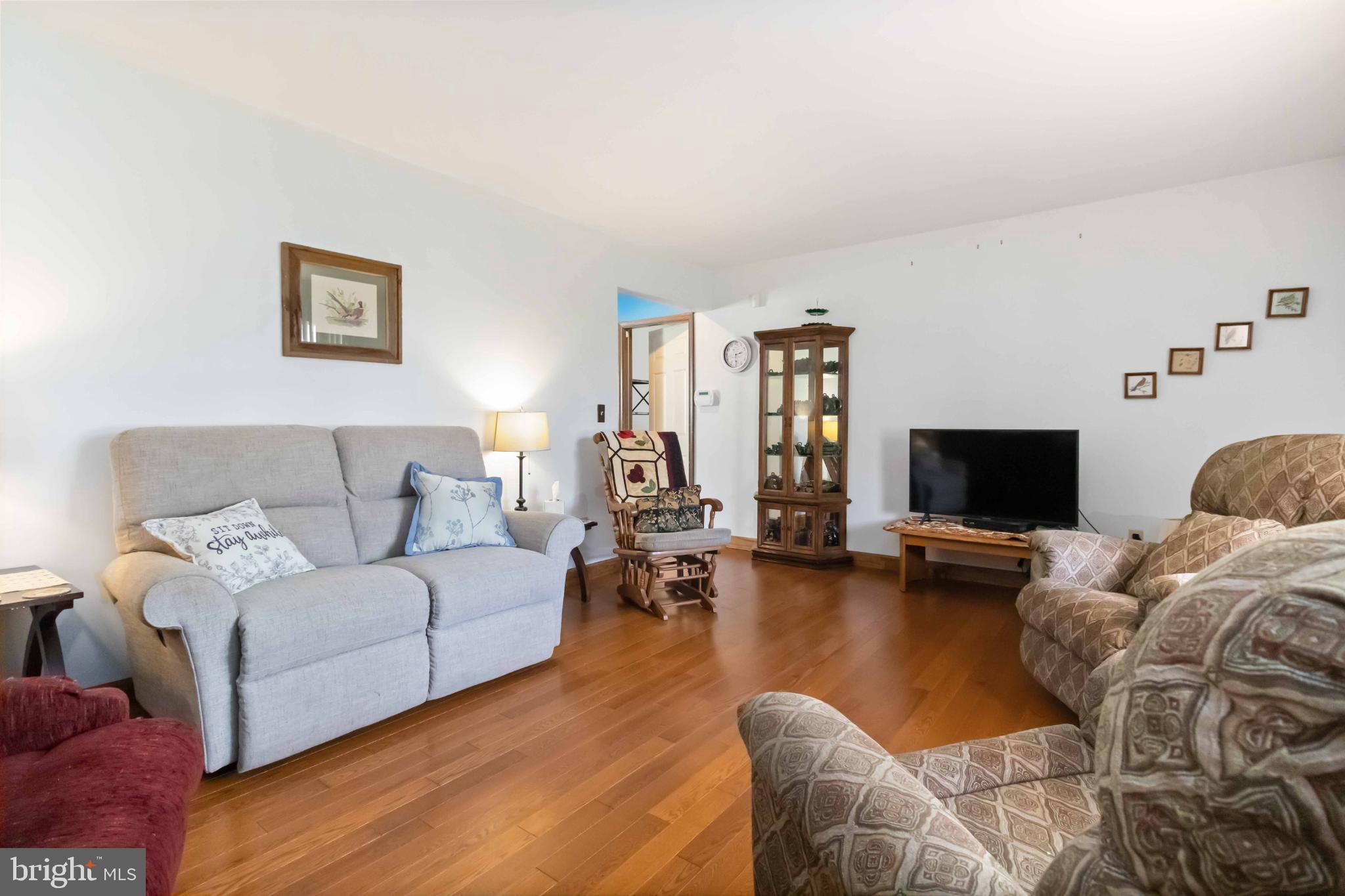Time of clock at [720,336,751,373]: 2:29
